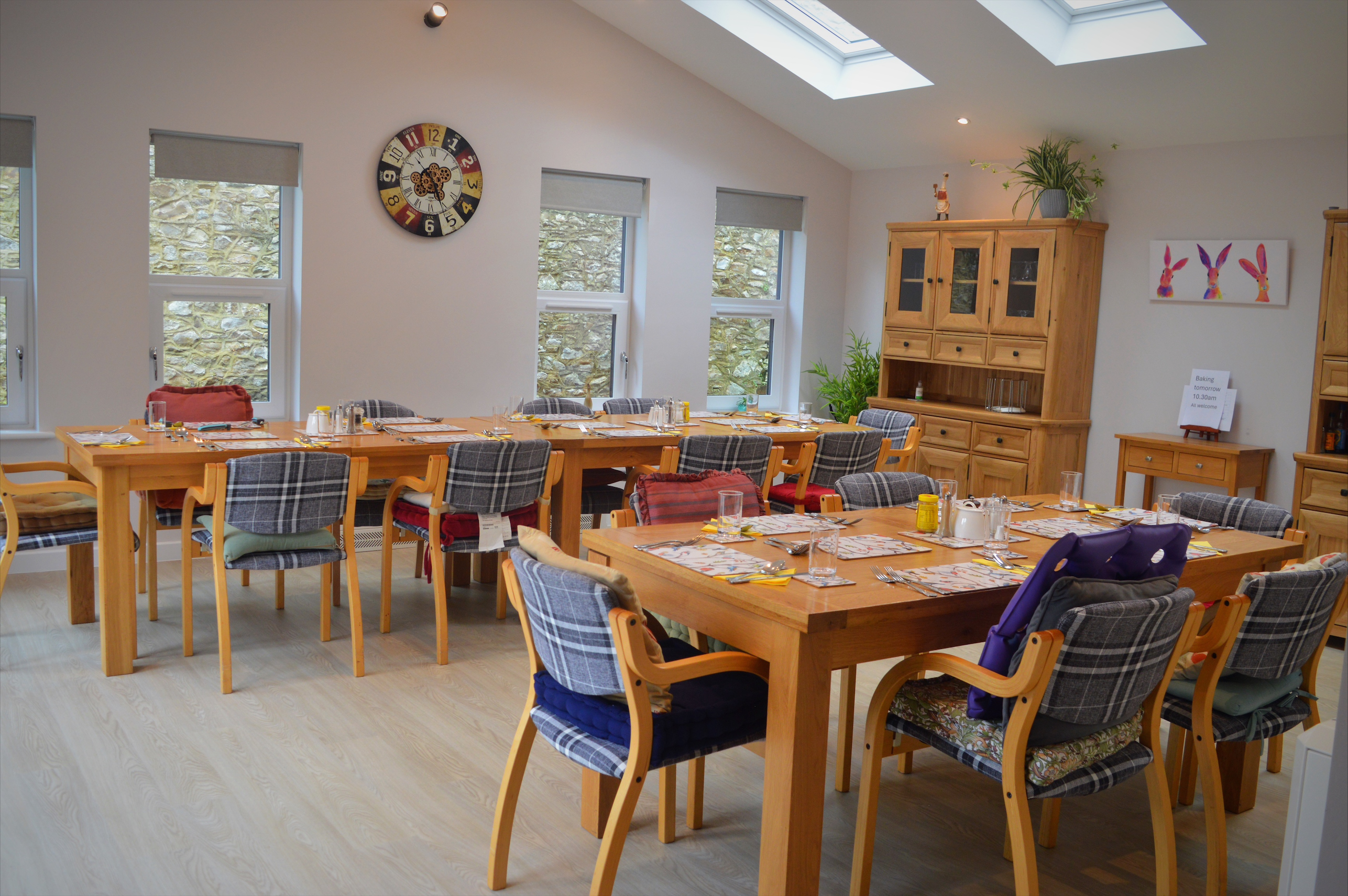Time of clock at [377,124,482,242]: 4:52
